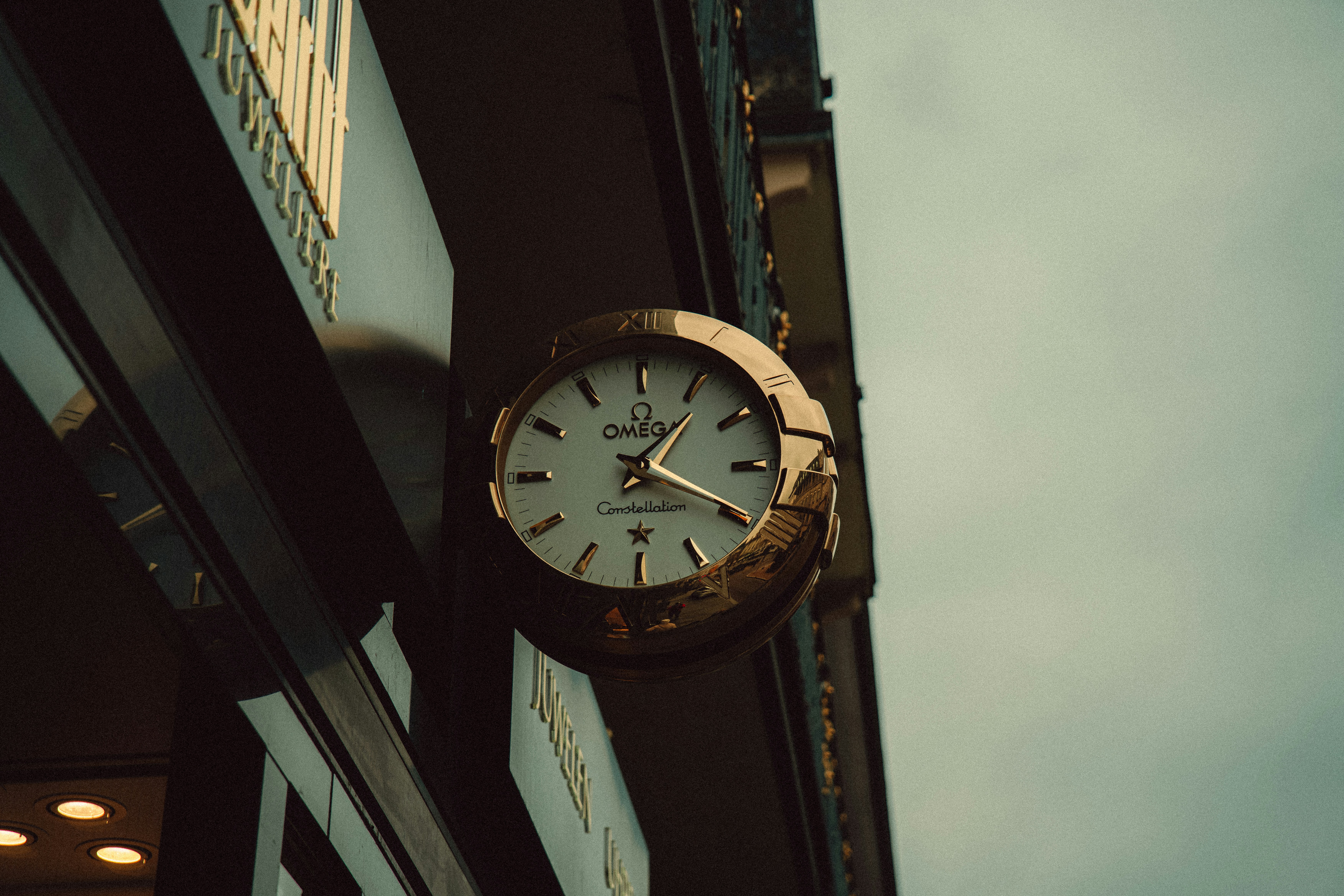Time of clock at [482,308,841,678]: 1:19
